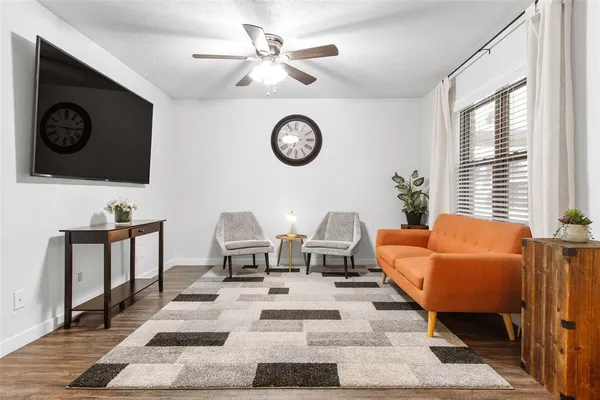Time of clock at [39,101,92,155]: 5:15
